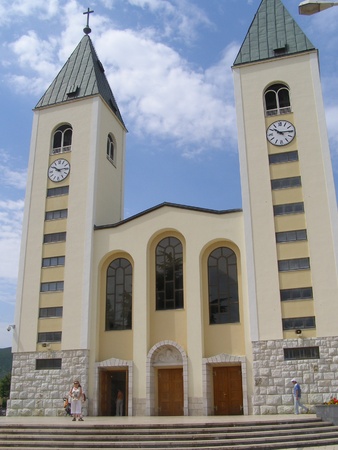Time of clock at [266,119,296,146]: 10:14
